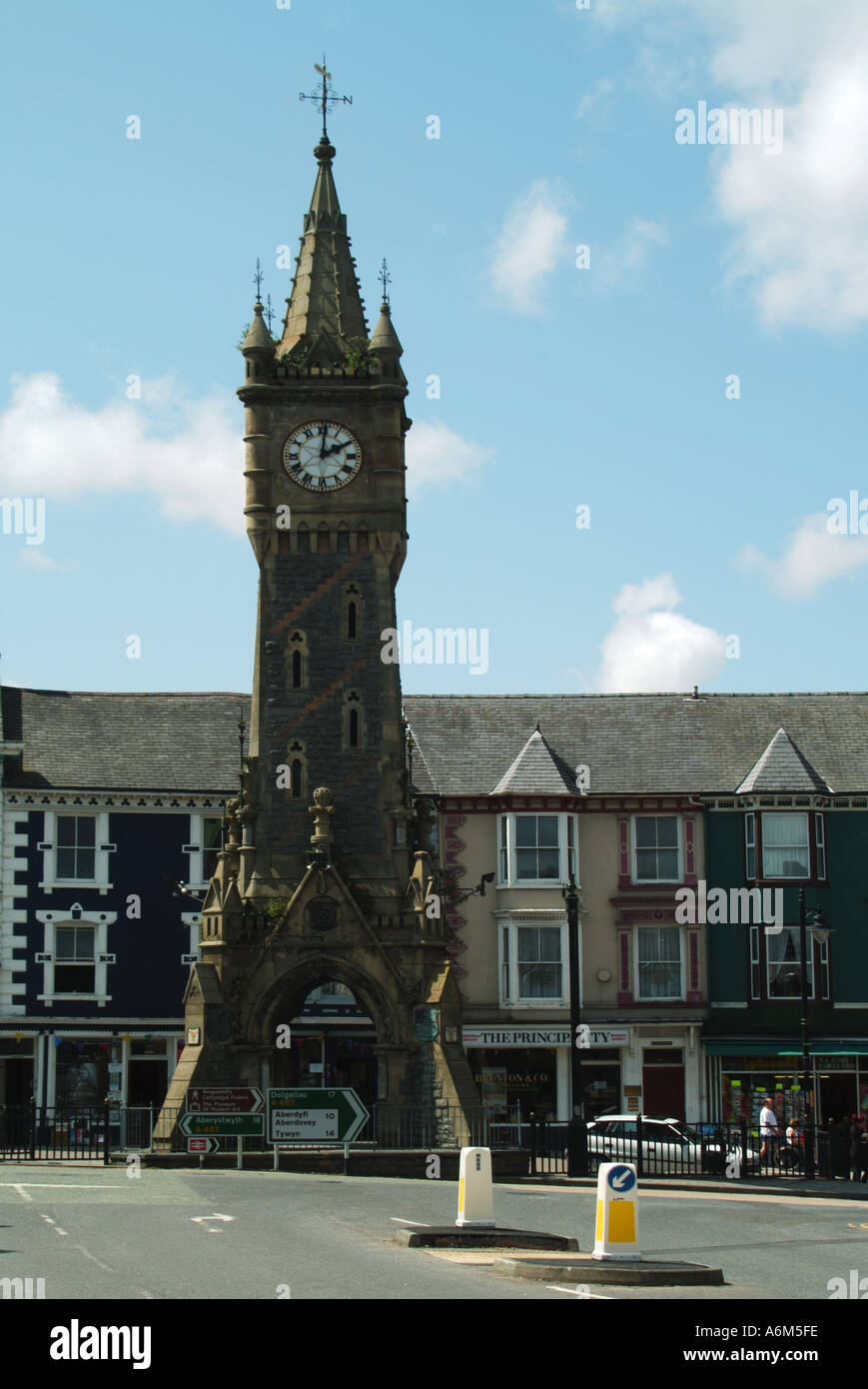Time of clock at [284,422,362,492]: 2:00
